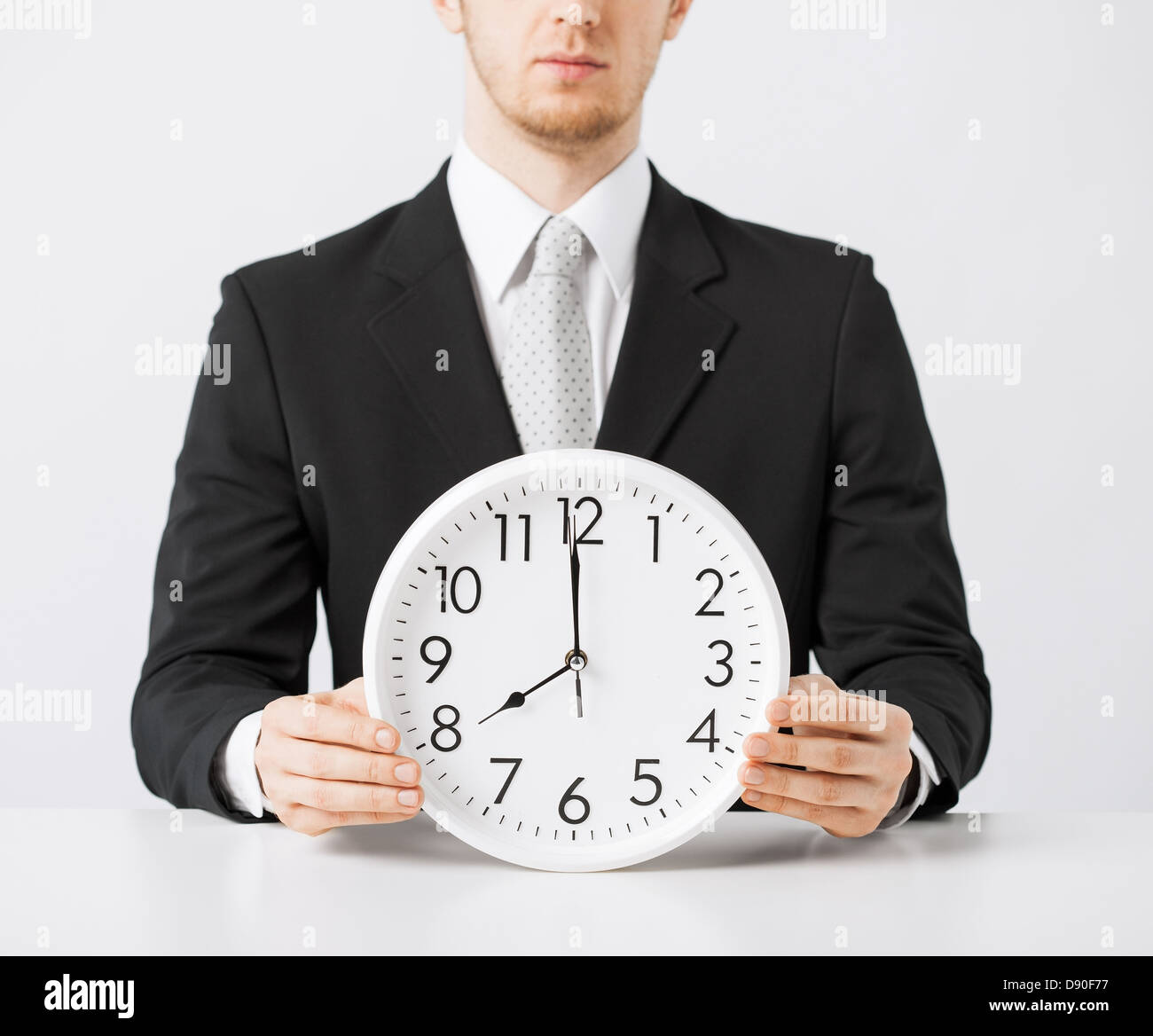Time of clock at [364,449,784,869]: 7:59
